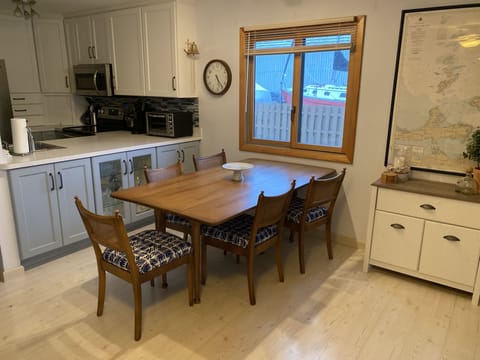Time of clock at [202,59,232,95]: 5:23
